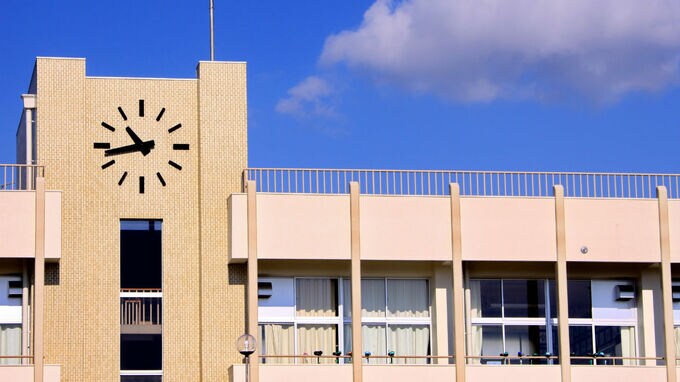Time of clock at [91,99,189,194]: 10:43
